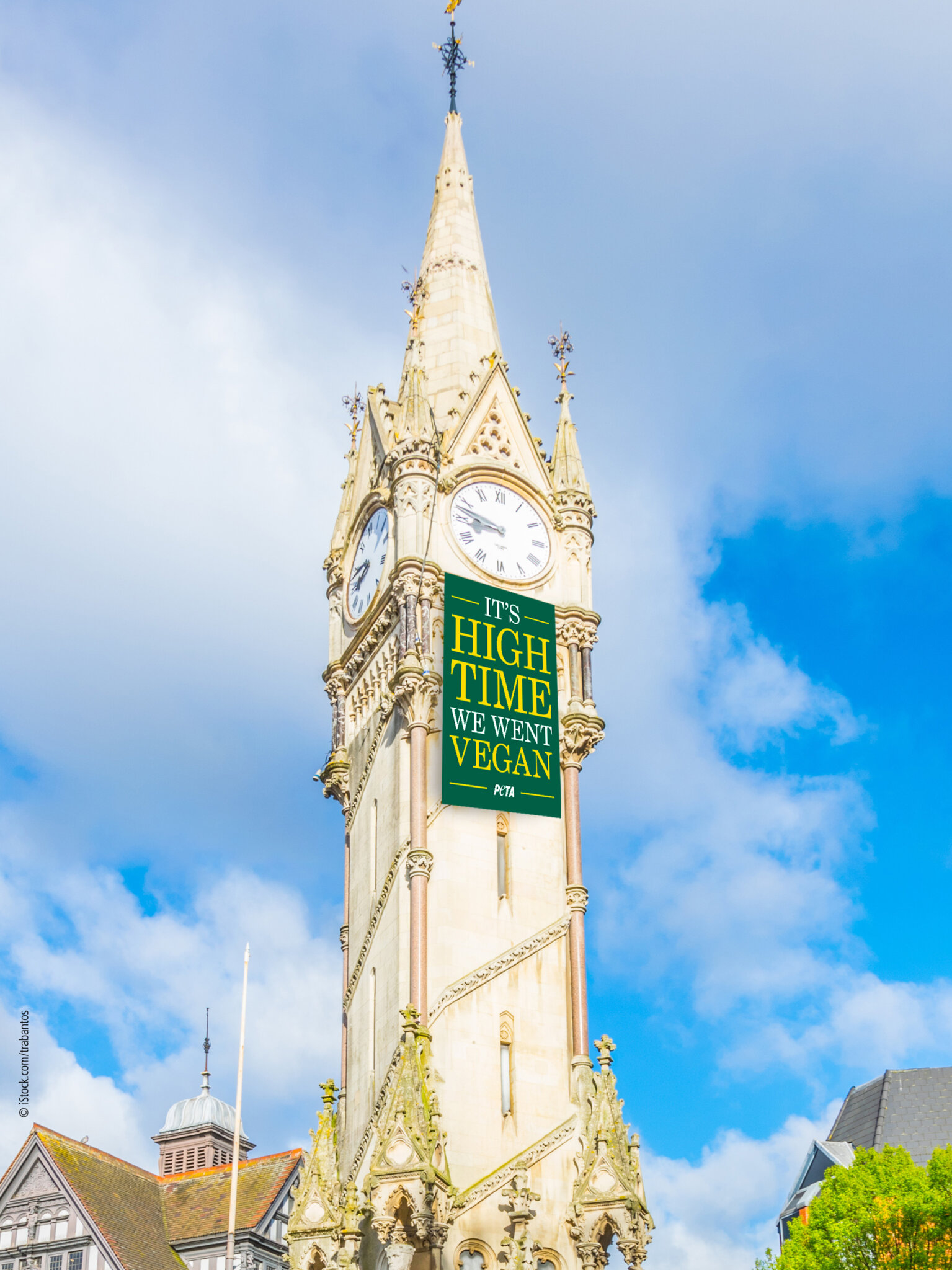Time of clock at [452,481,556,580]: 8:47
